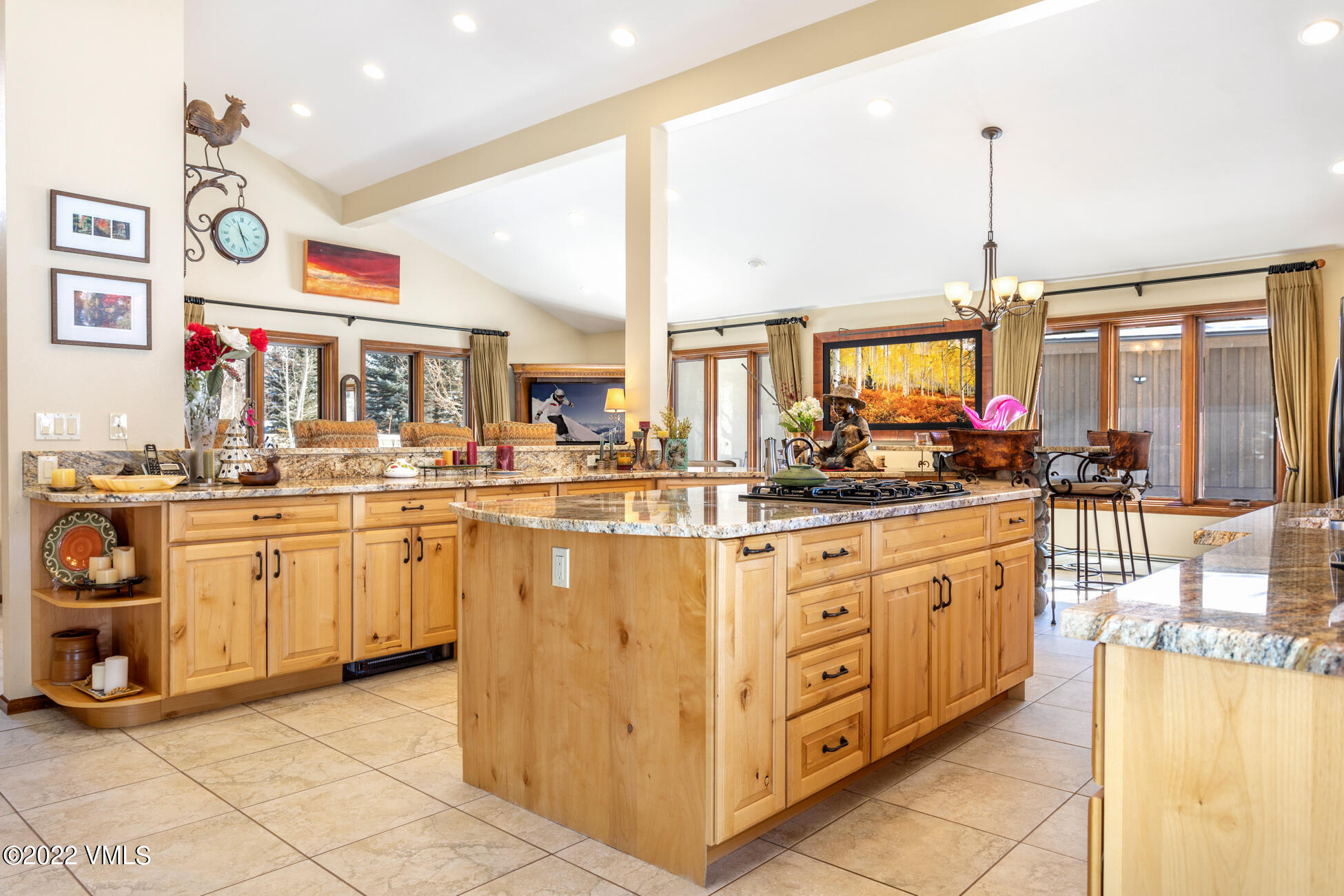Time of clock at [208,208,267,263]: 11:26
